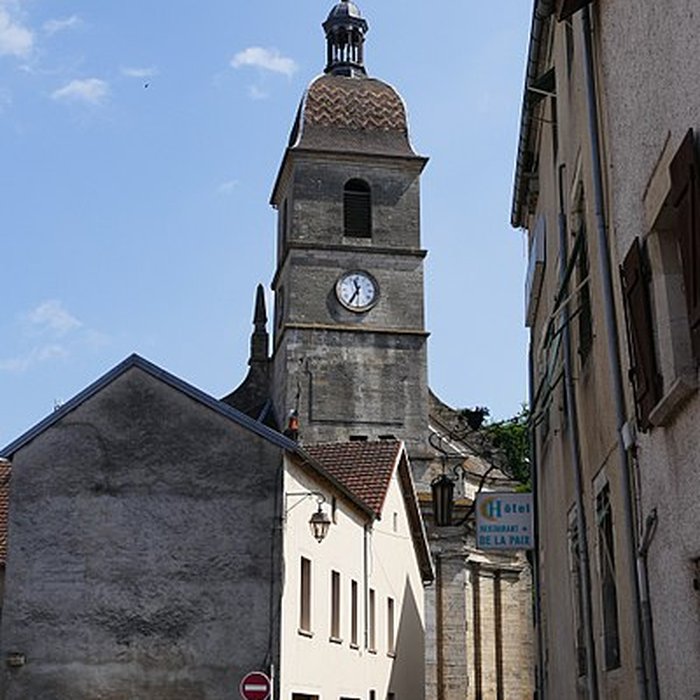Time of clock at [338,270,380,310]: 11:35
